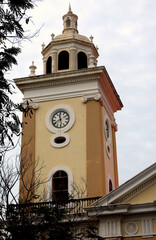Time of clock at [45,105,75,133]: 11:40
